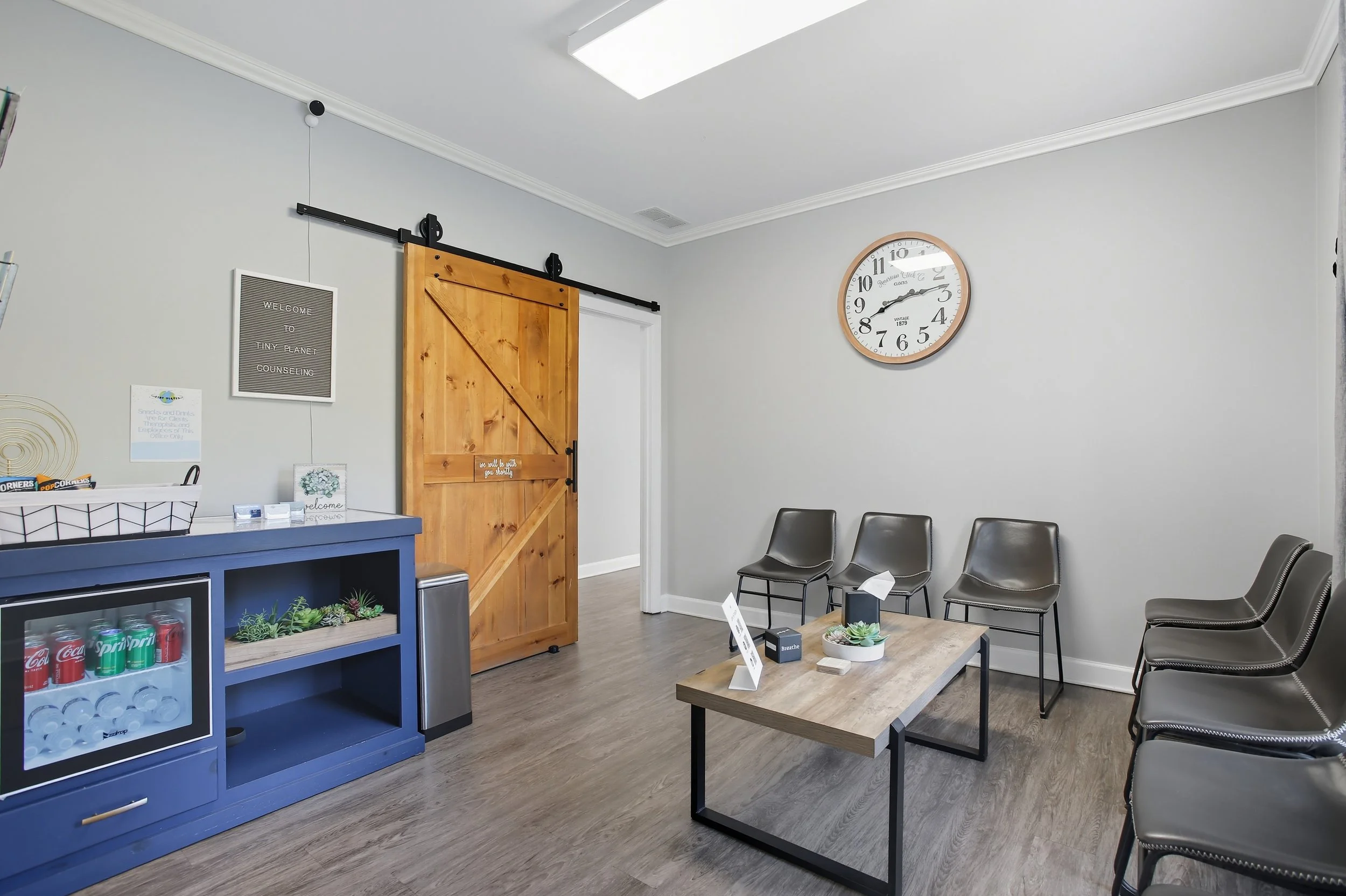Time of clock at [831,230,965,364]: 8:12
